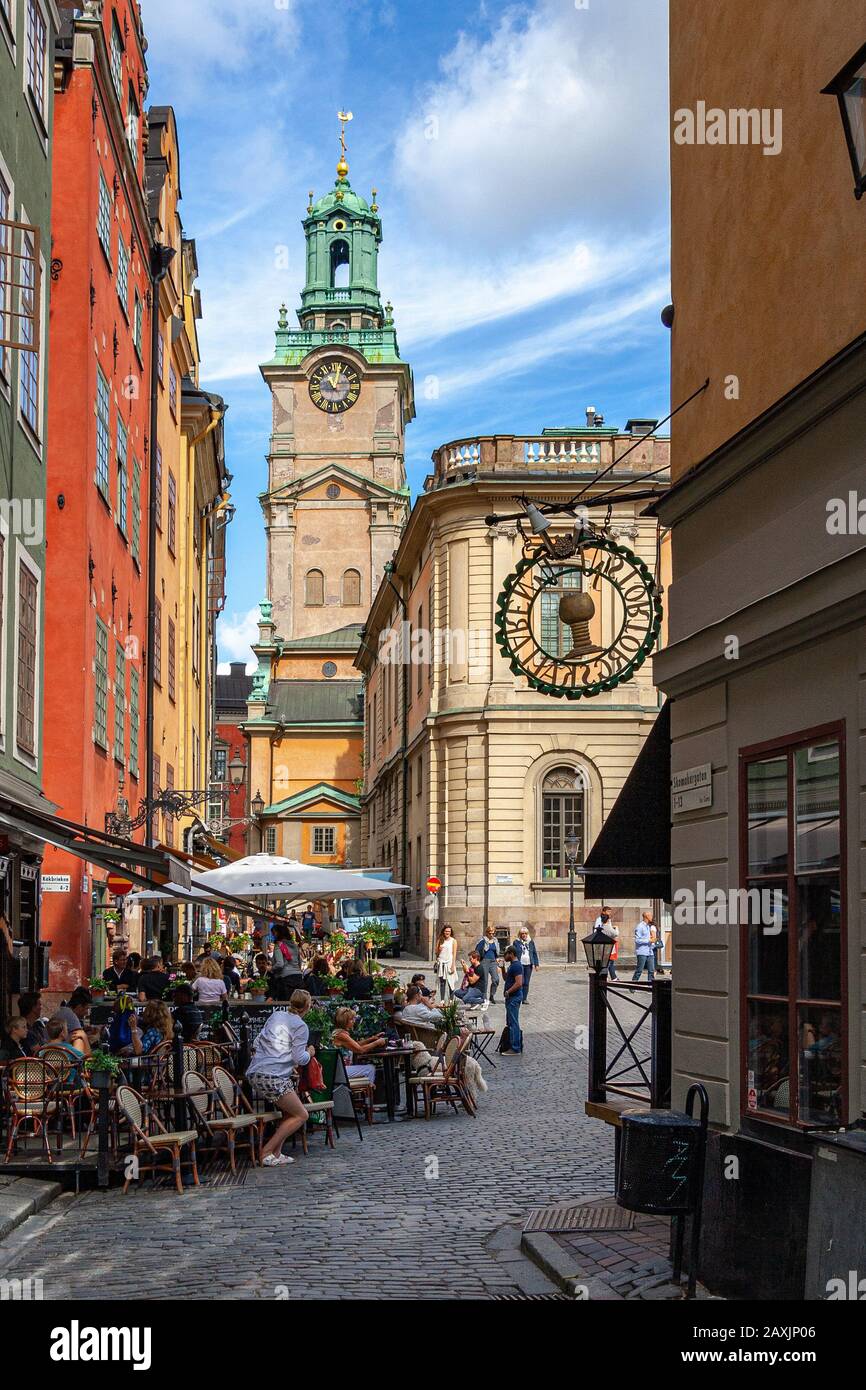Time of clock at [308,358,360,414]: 11:02
